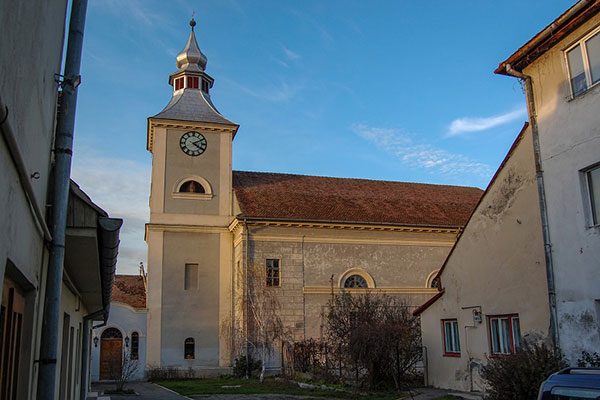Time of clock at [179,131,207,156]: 4:10
